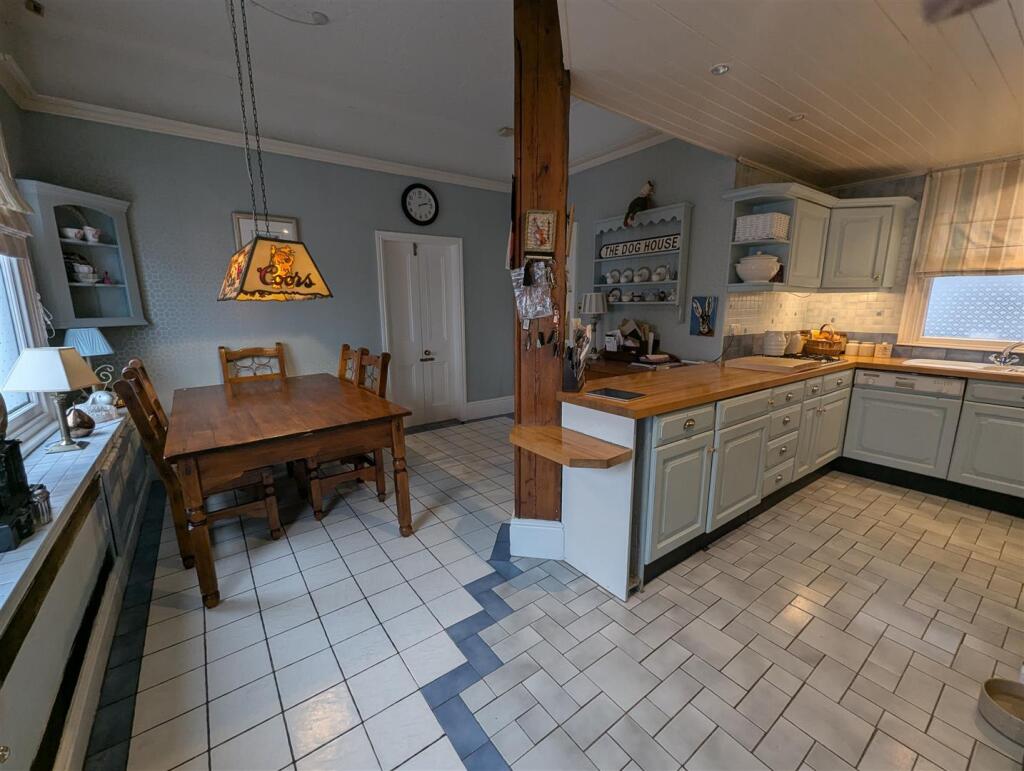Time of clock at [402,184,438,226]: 2:12
